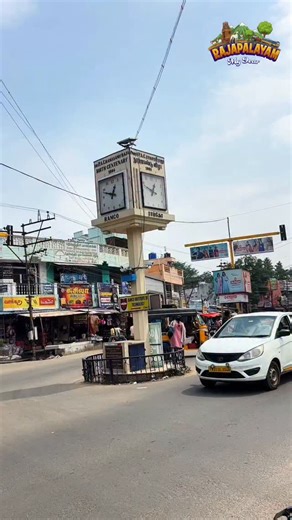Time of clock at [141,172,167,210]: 12:48
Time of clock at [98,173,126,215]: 12:48
